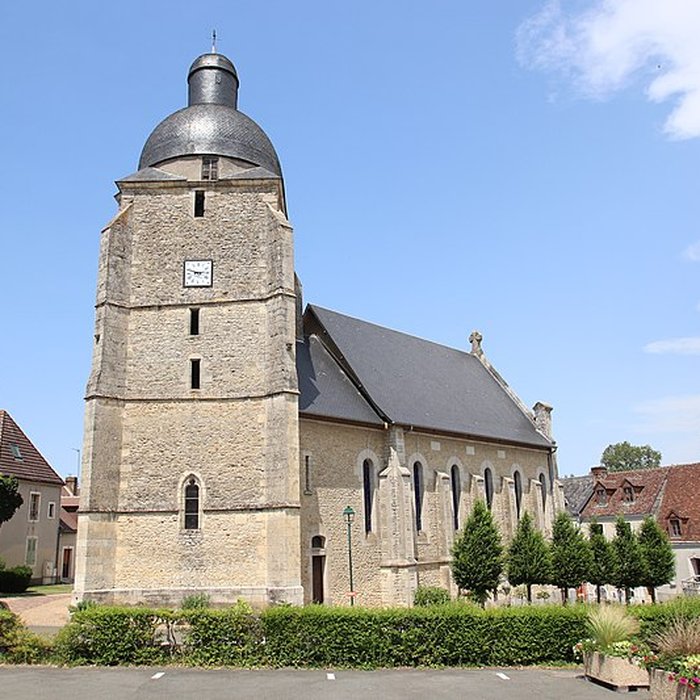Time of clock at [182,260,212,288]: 2:48
